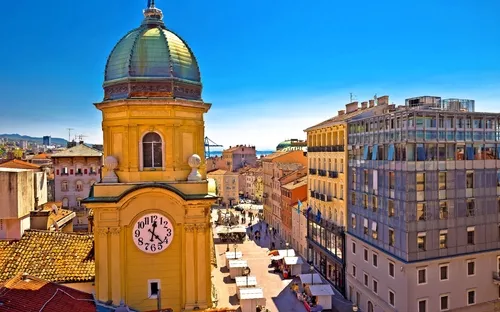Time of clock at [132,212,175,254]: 12:22
